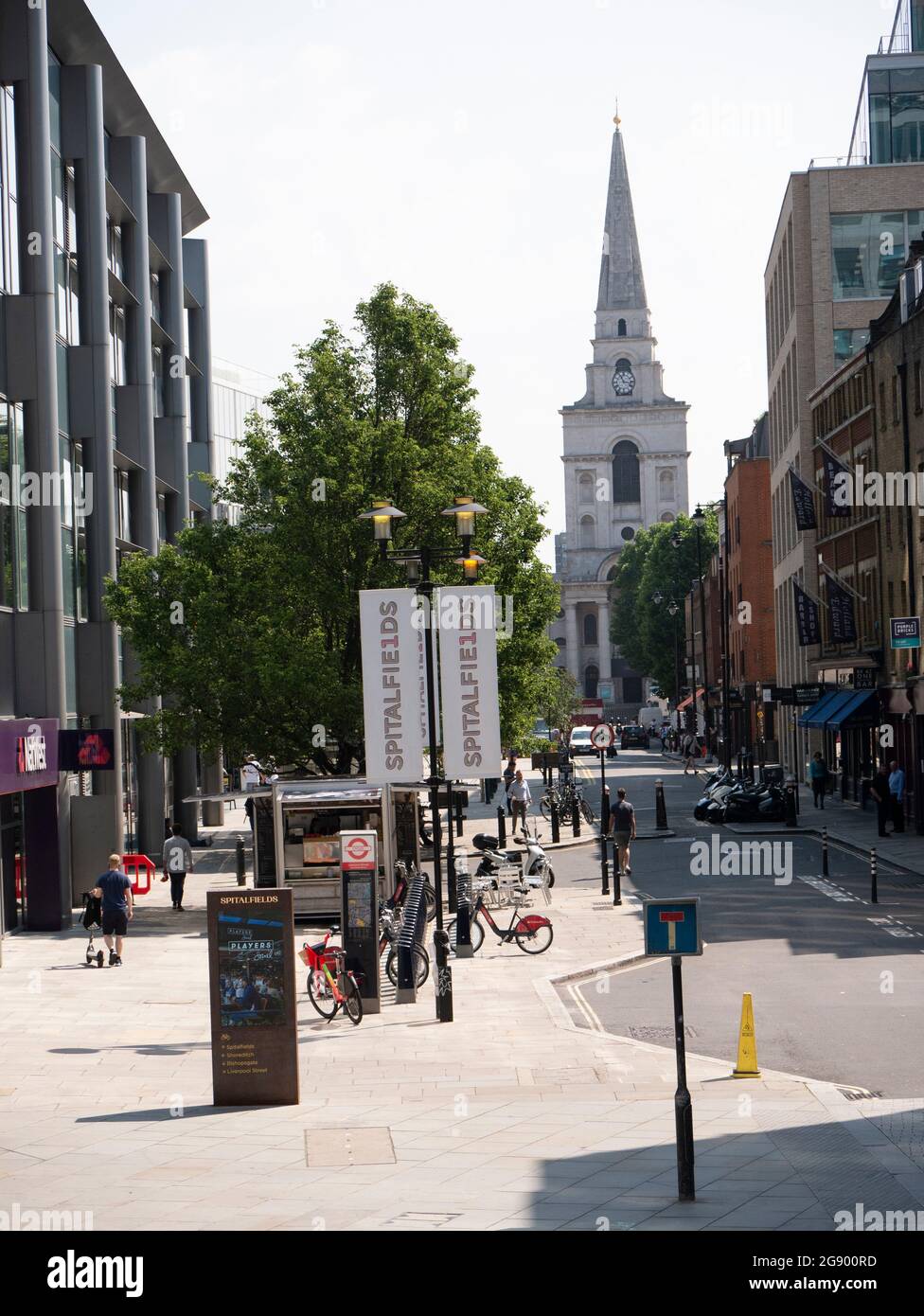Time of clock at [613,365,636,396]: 11:16
